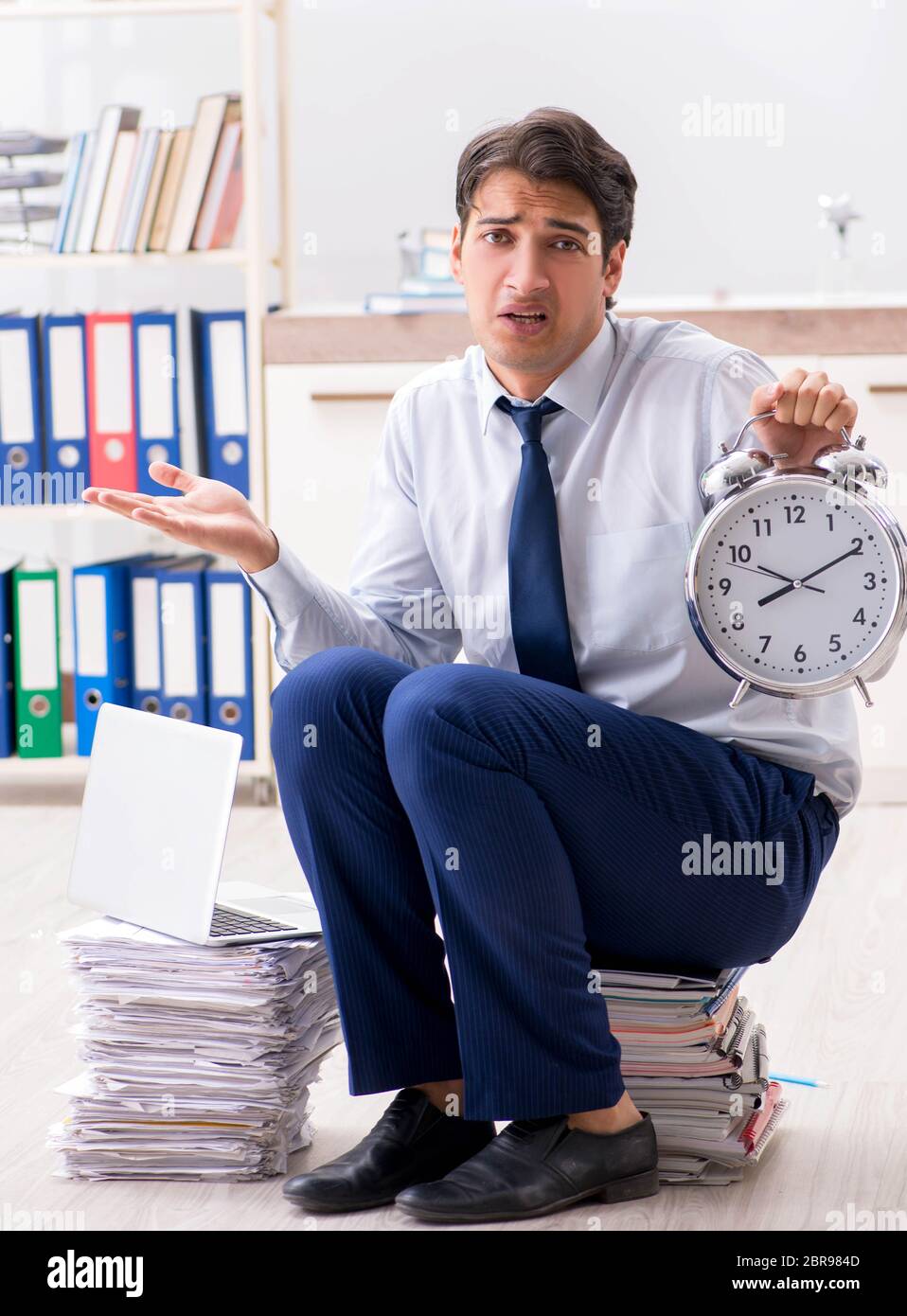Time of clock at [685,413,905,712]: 8:10
